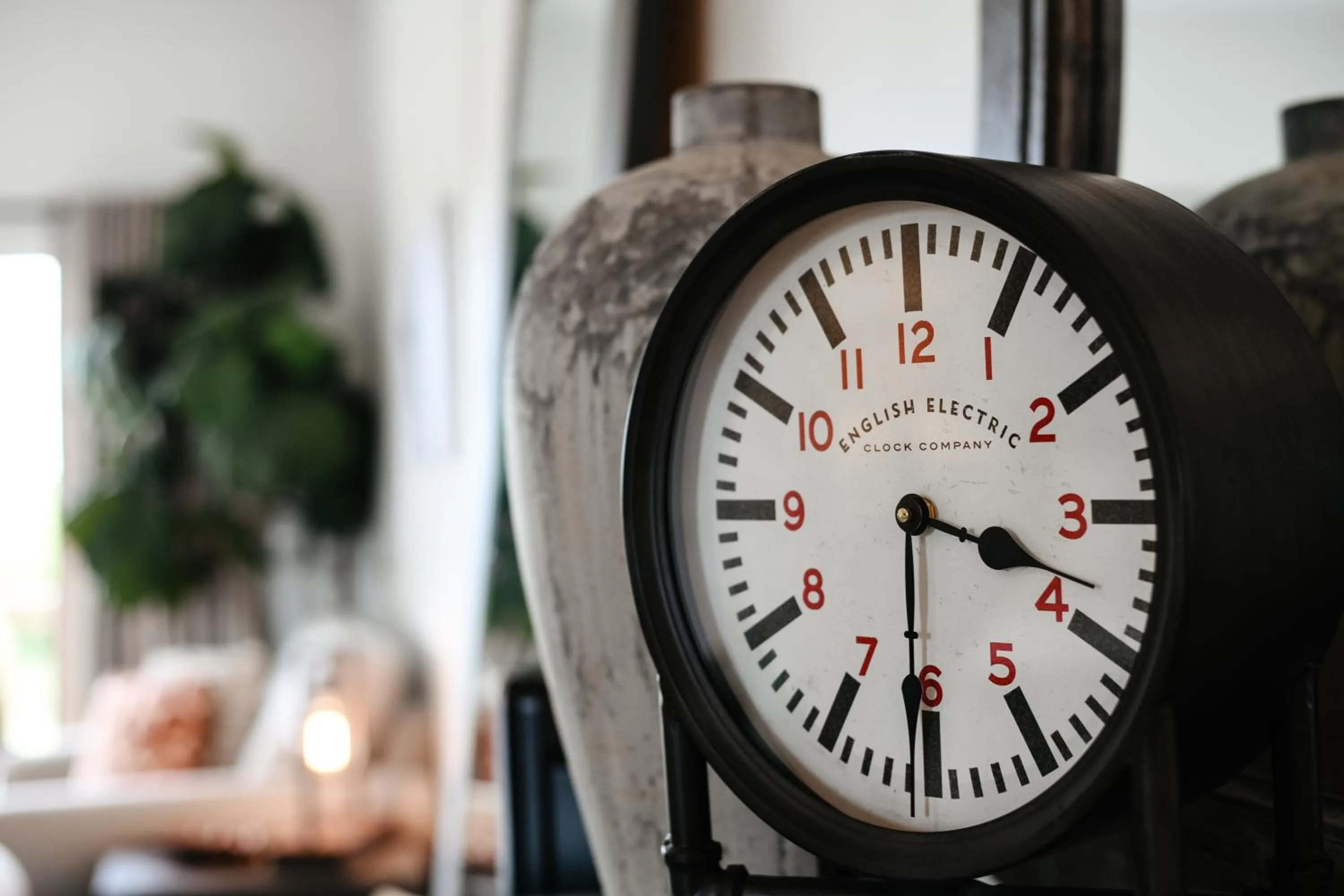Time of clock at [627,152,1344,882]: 3:30
